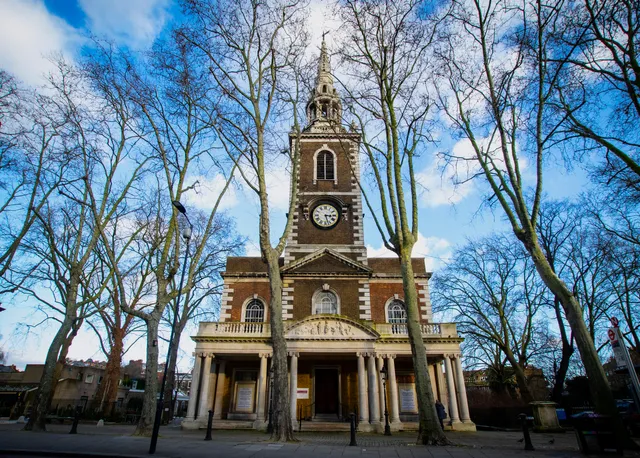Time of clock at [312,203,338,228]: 3:27
